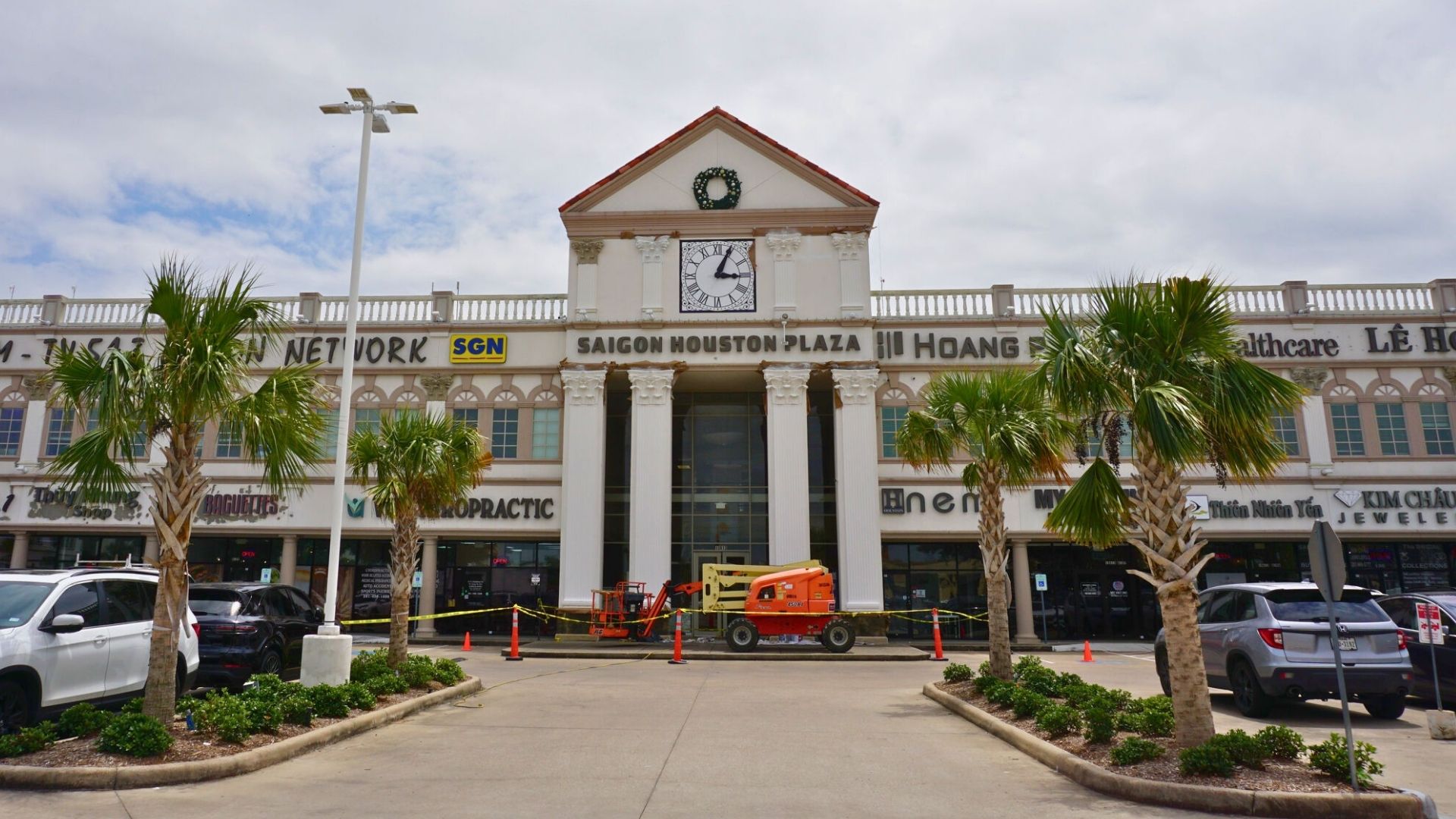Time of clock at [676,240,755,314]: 3:04
